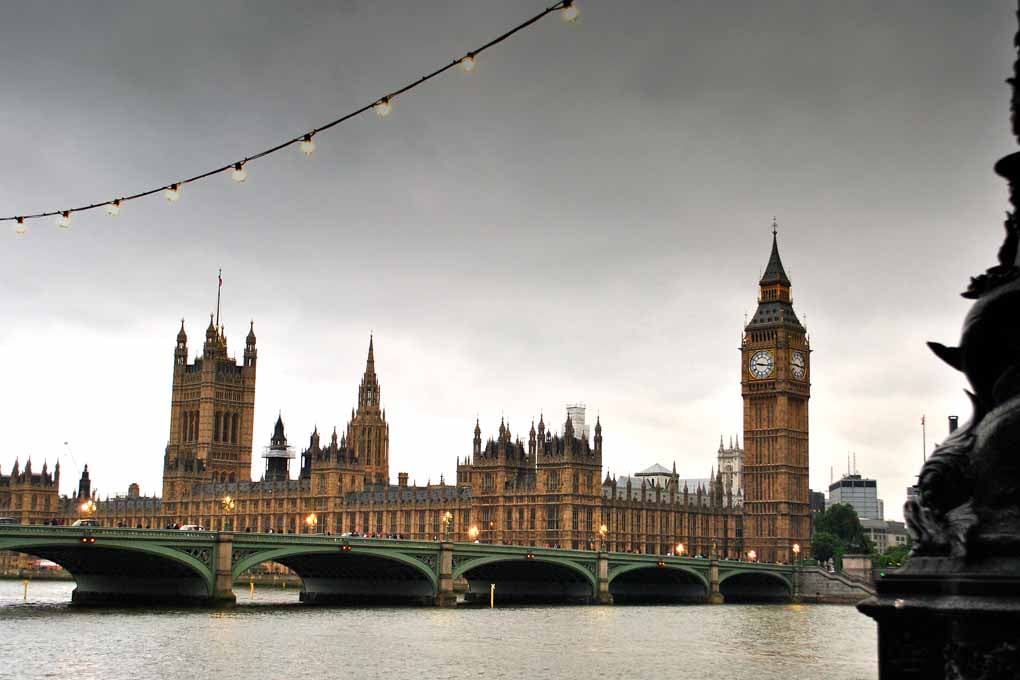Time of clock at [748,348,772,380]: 9:16
